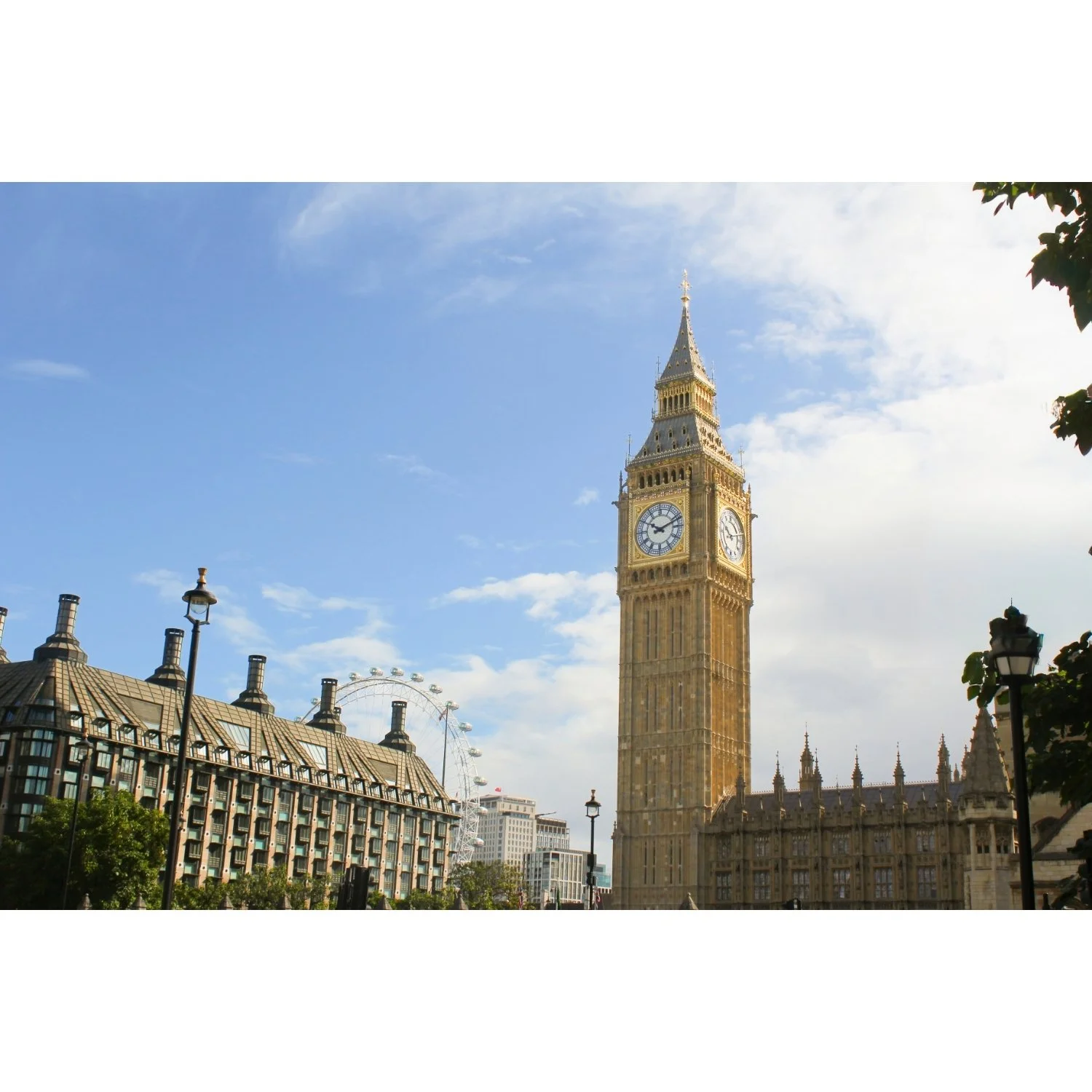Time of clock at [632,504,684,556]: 10:11
